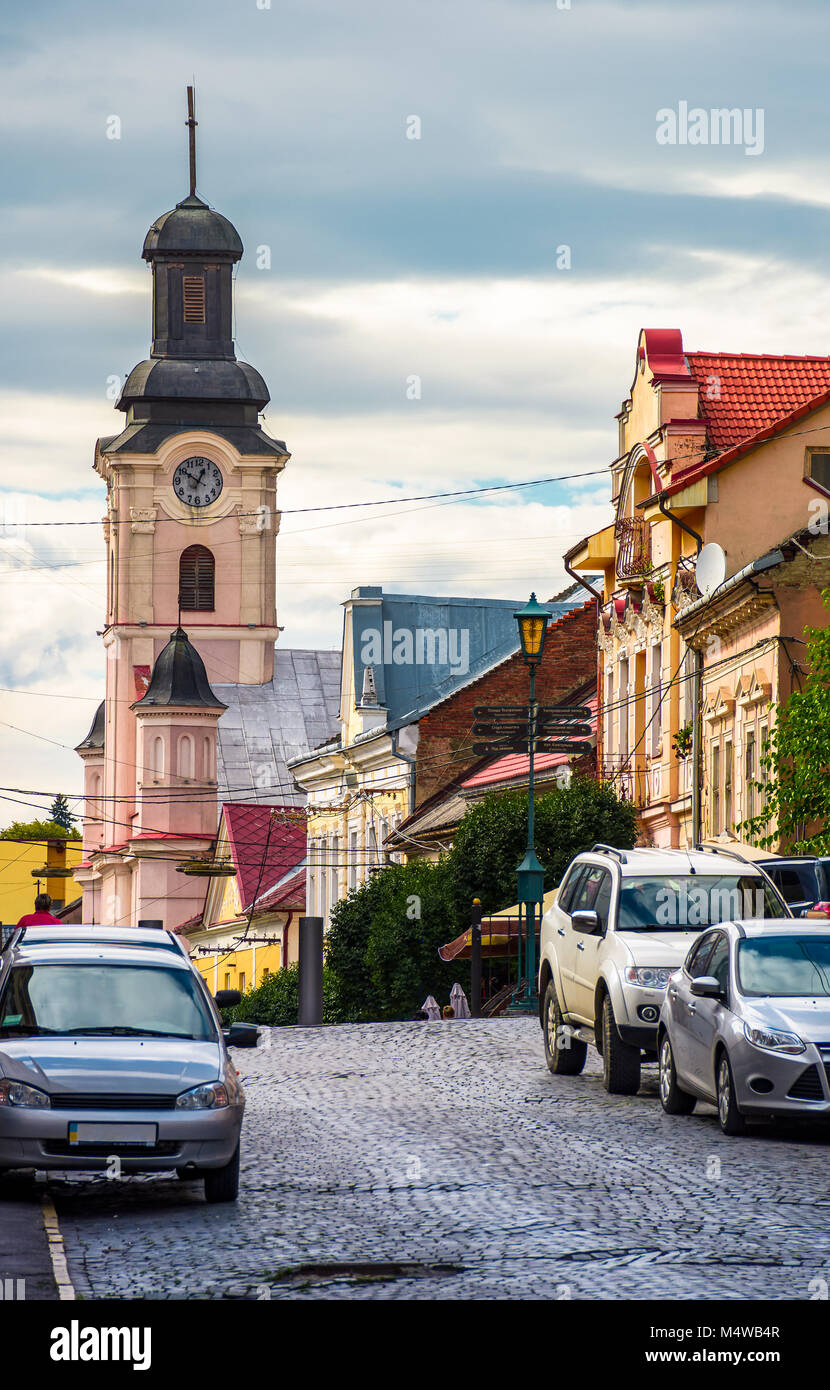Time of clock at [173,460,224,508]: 12:50
